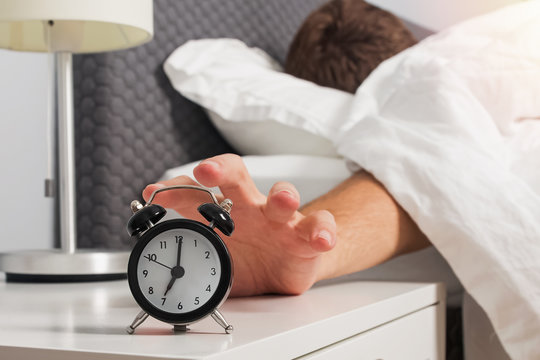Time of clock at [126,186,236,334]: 7:01
